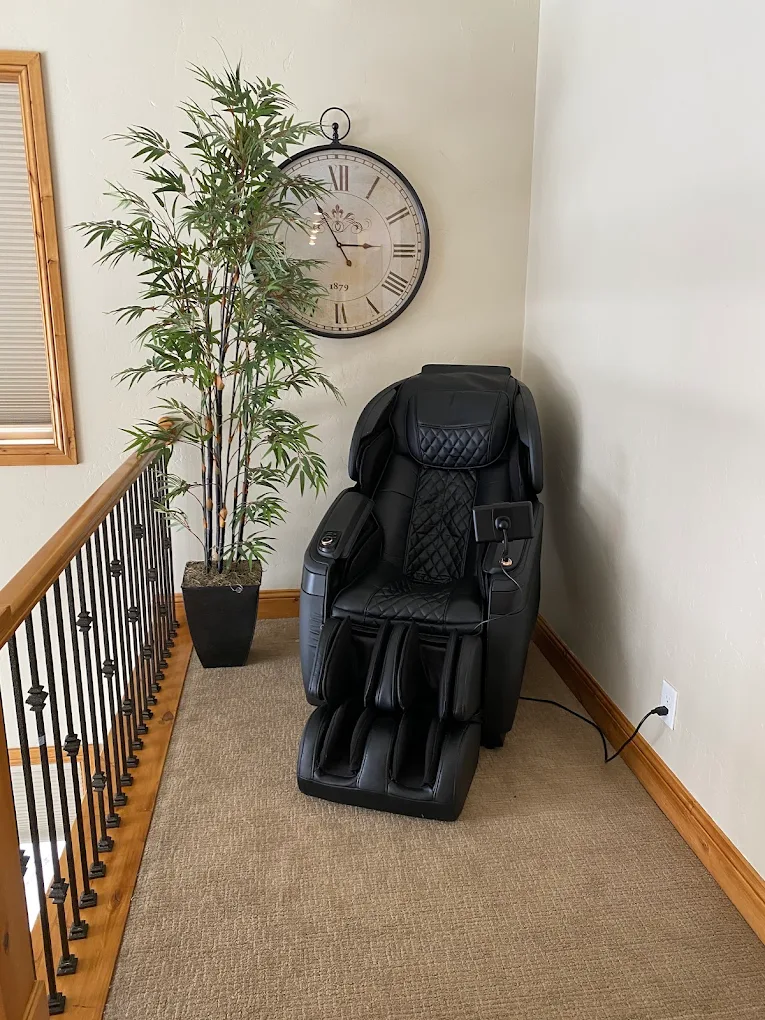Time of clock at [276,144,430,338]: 2:55
